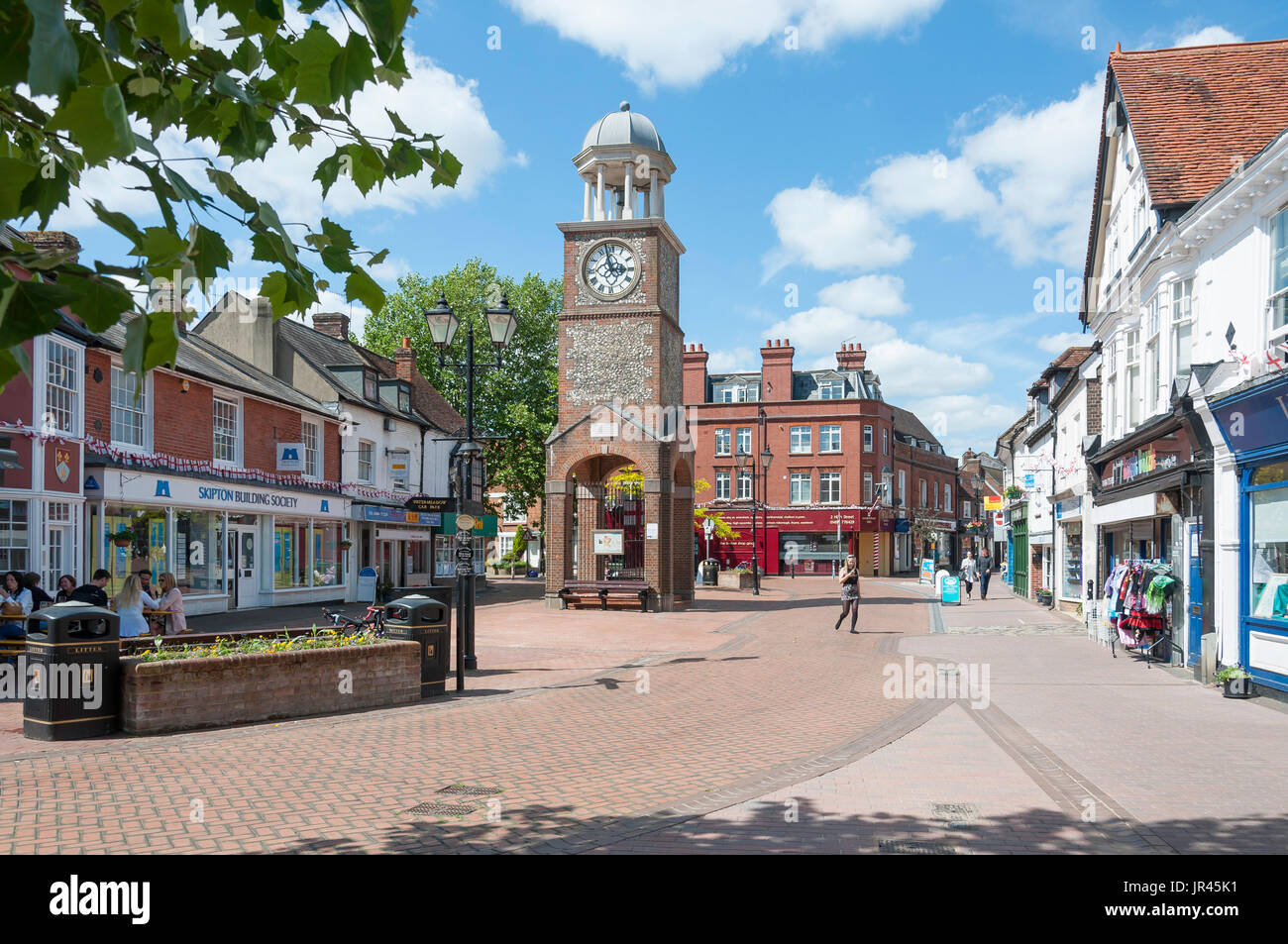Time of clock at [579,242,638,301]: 2:58
